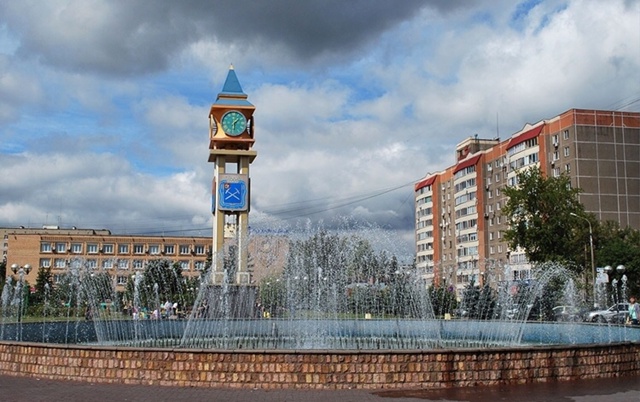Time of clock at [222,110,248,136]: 1:28
